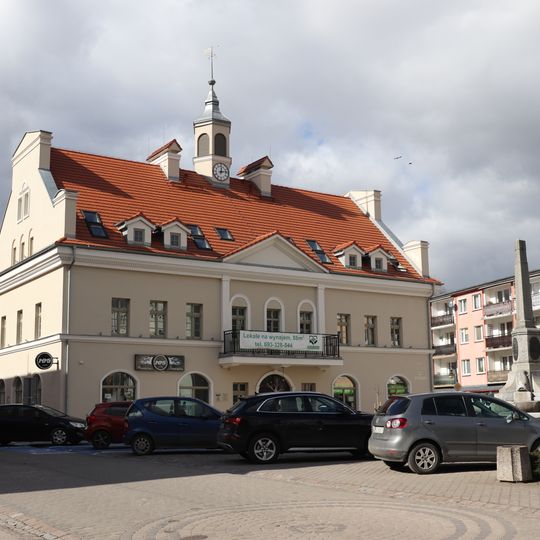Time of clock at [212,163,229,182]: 12:13
